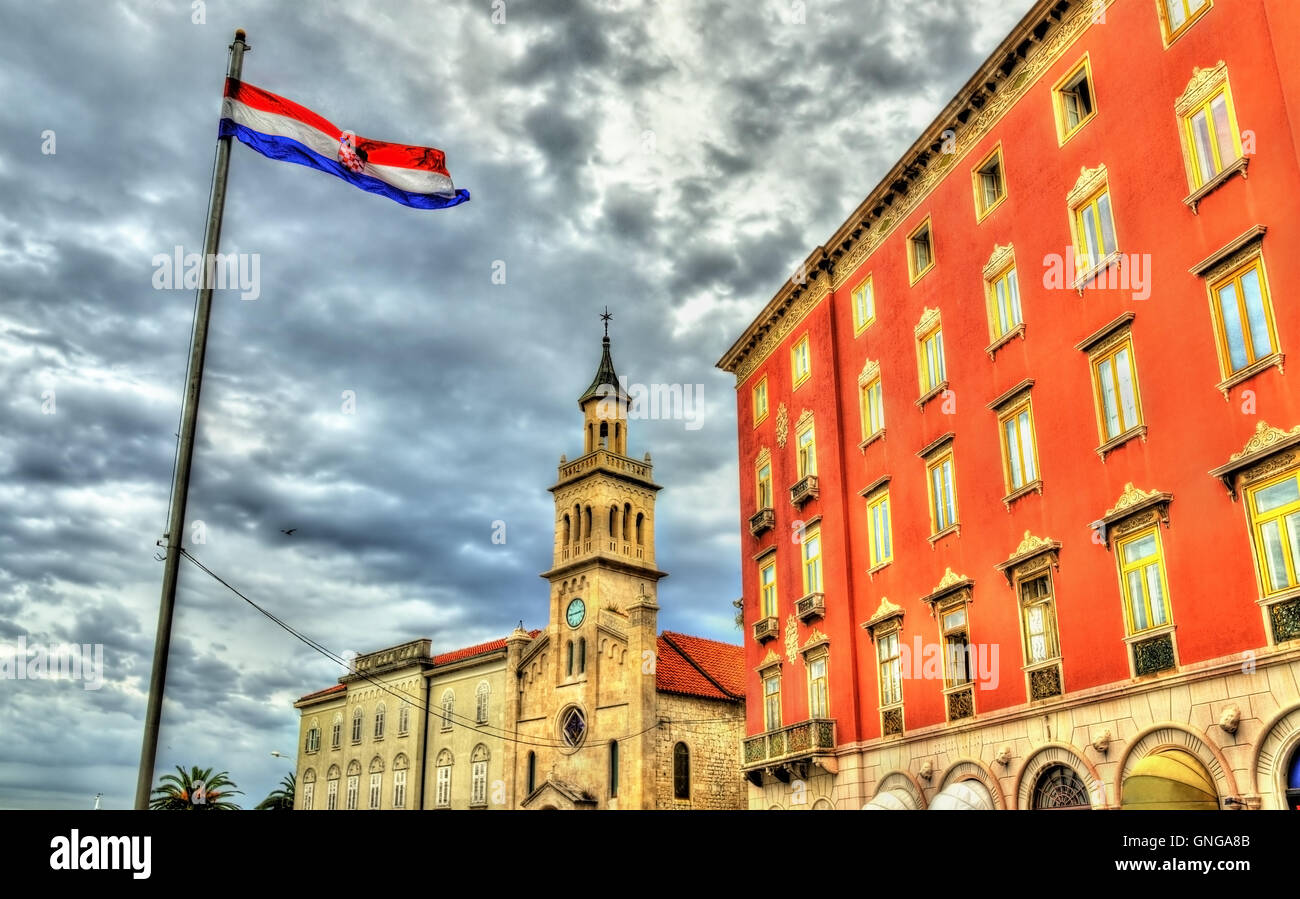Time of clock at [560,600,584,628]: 2:44
